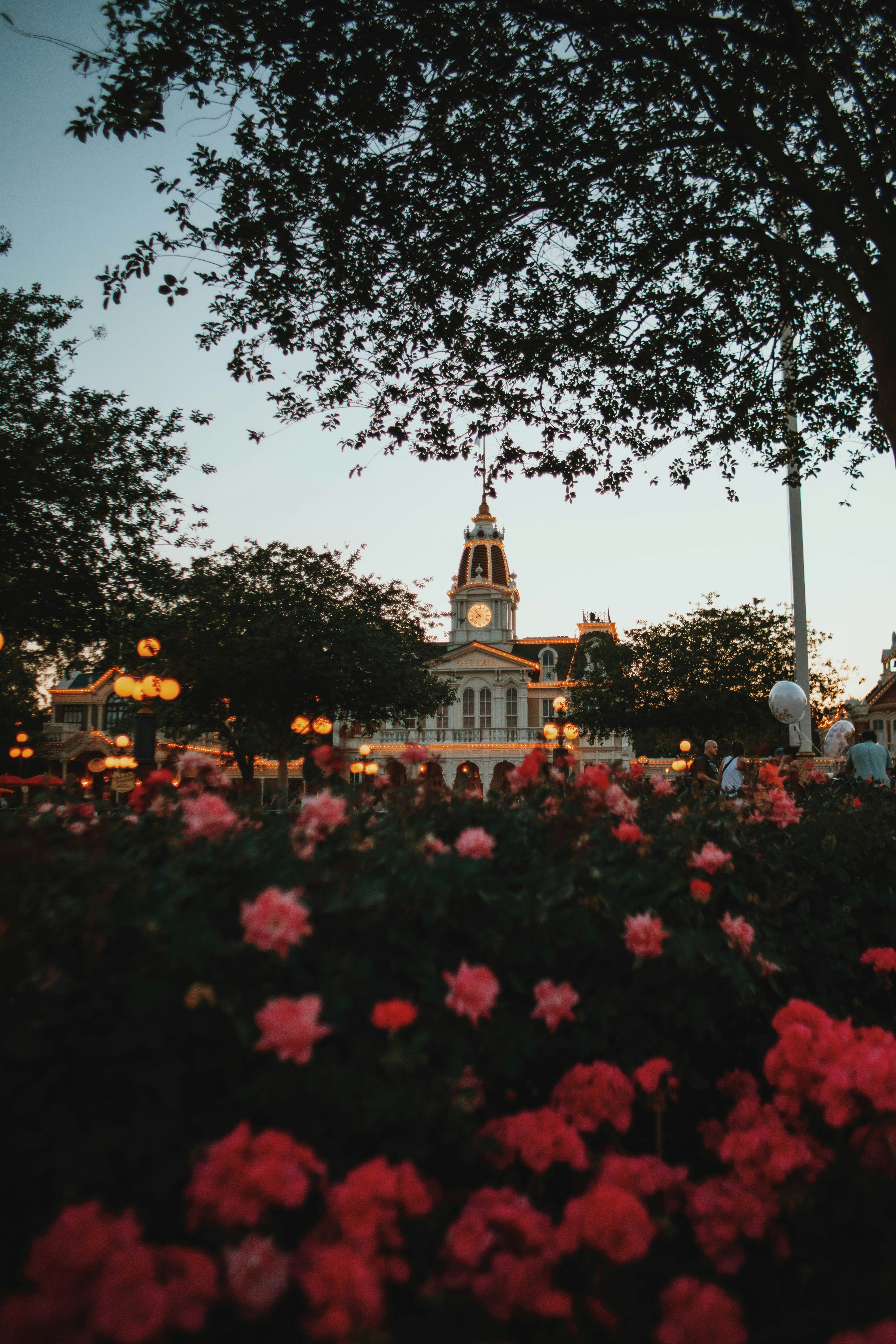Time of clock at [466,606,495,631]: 7:54
